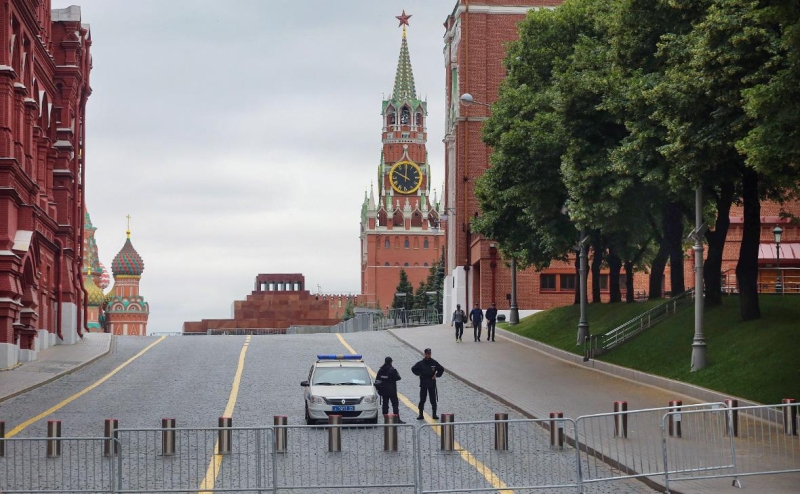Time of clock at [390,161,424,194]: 10:00
